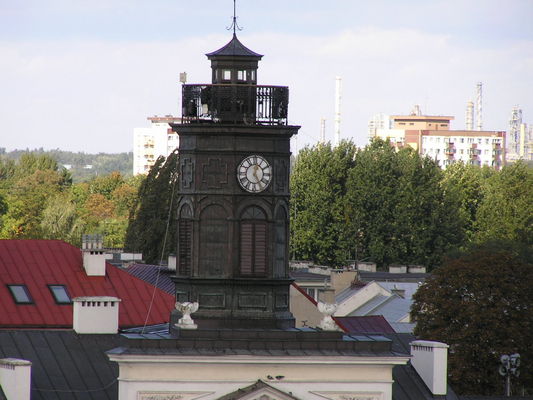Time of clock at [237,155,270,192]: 12:24
